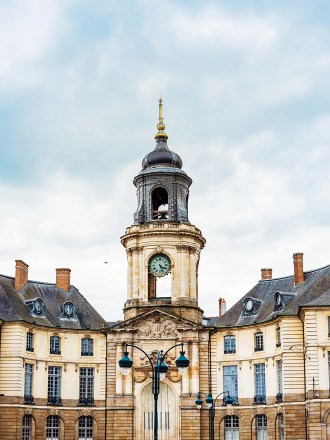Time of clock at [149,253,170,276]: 4:26
